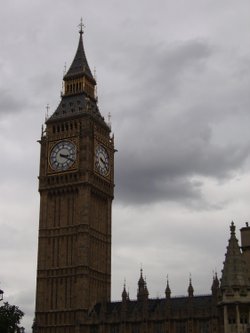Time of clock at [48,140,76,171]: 3:20
